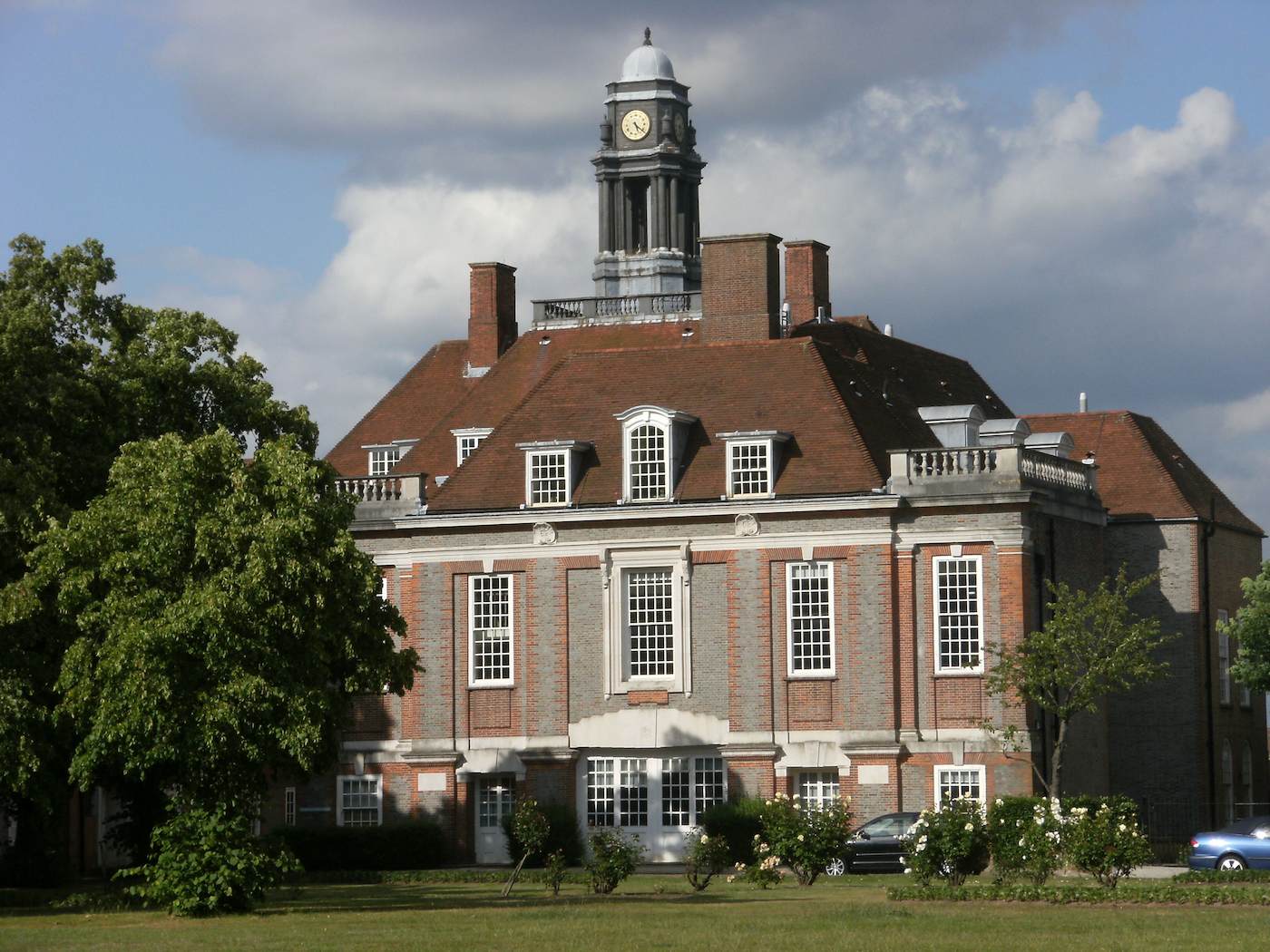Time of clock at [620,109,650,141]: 5:21
